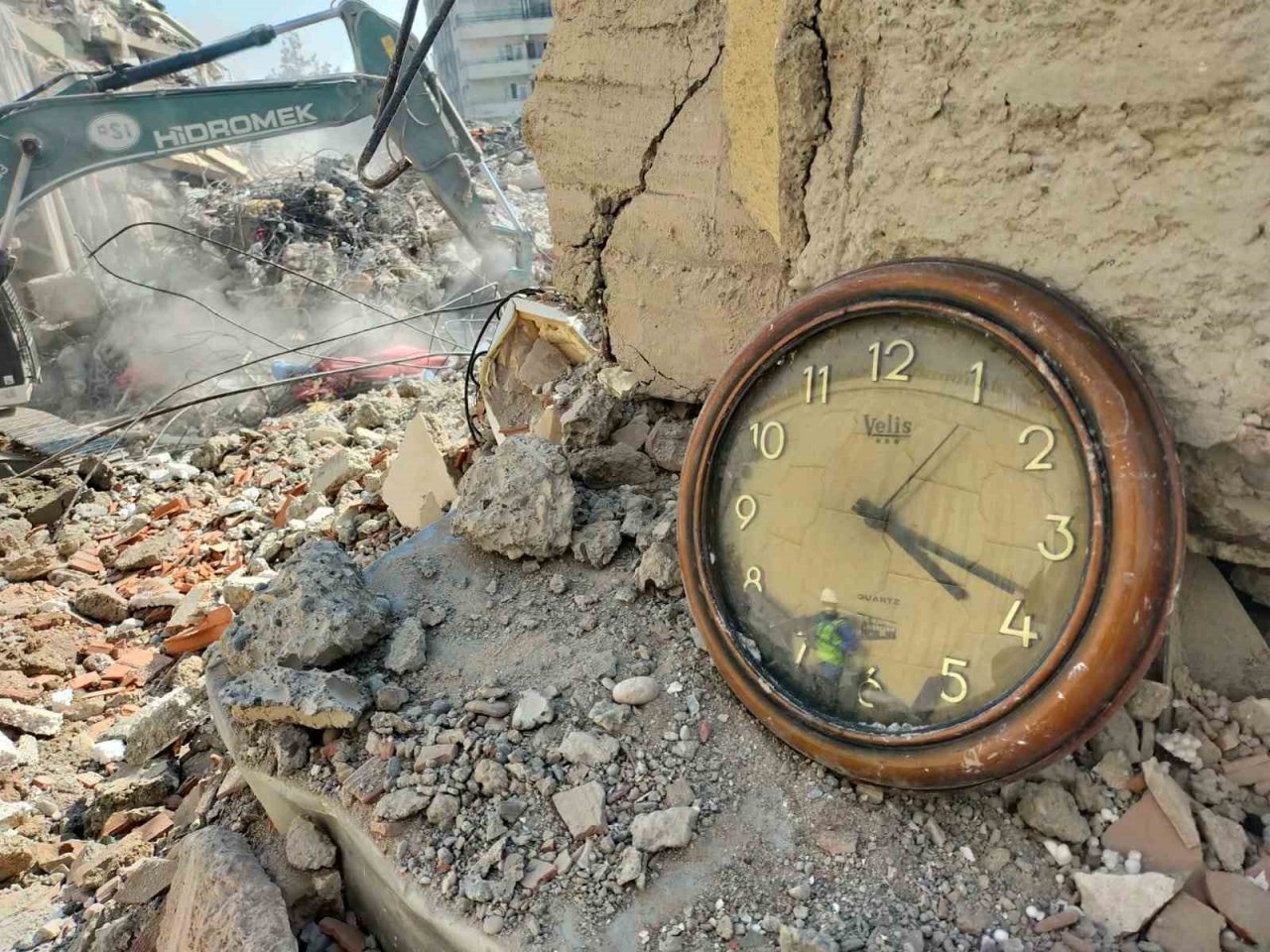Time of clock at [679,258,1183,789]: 4:18
